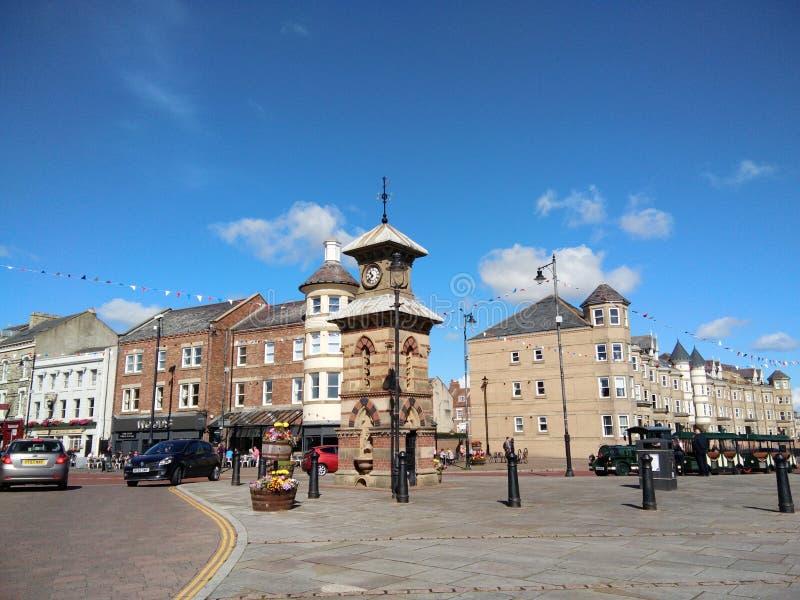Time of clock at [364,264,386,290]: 10:37
